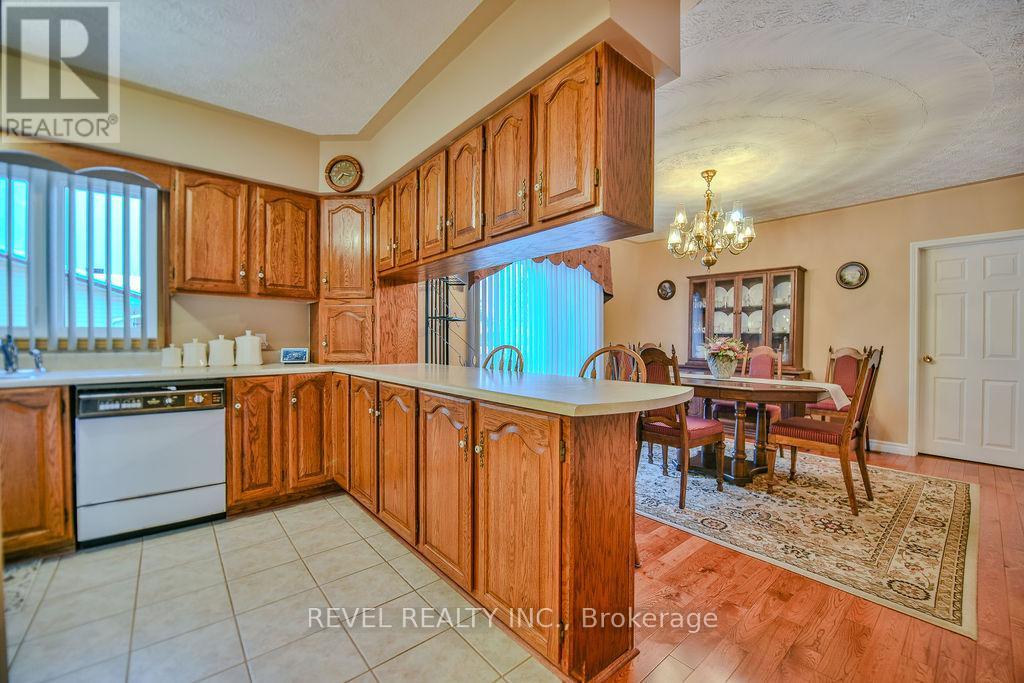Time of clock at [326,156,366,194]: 7:17
